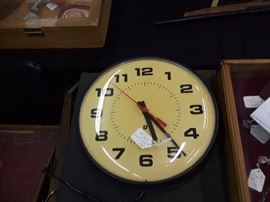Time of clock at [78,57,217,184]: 5:23
